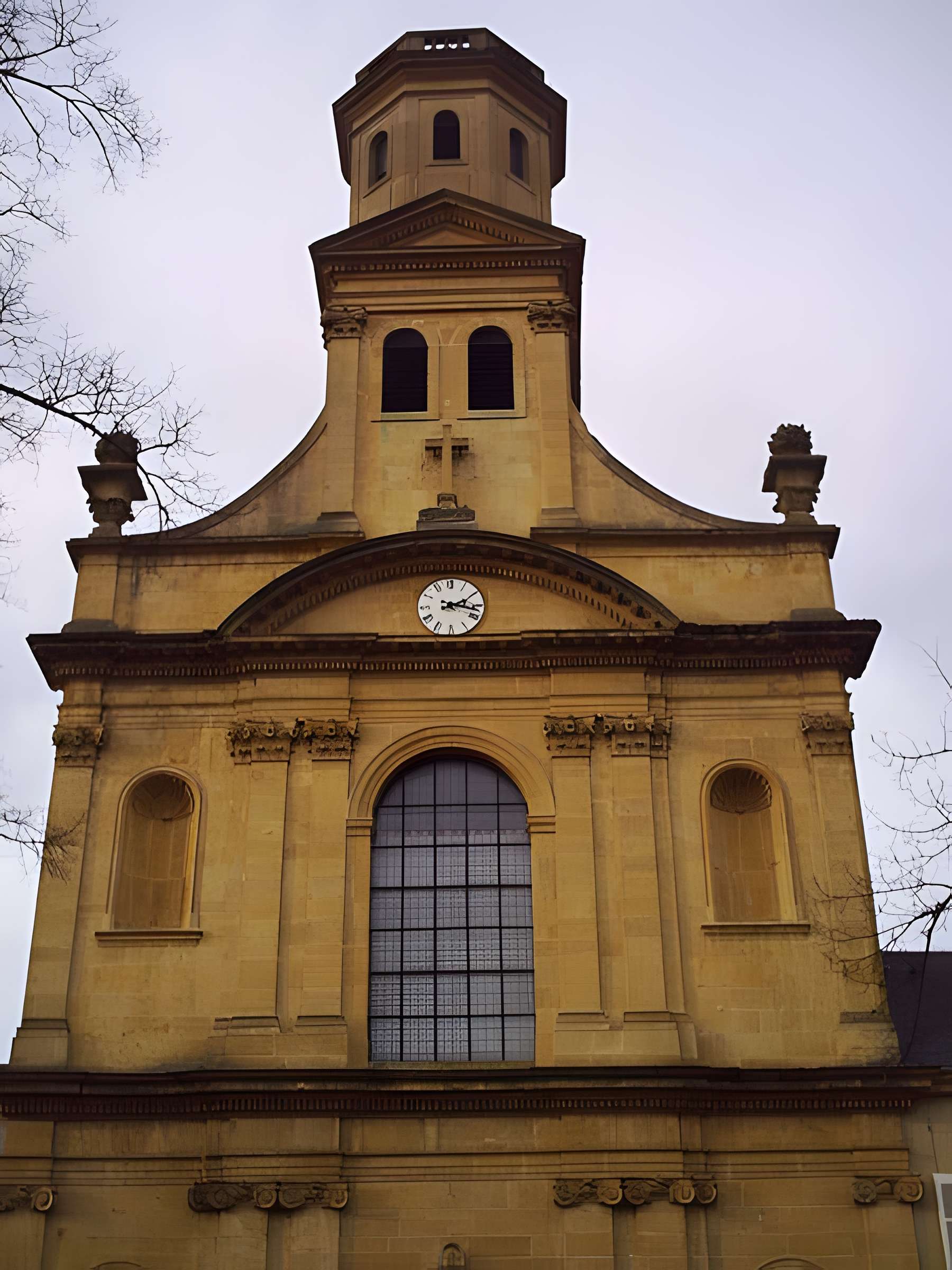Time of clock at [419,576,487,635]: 2:17
